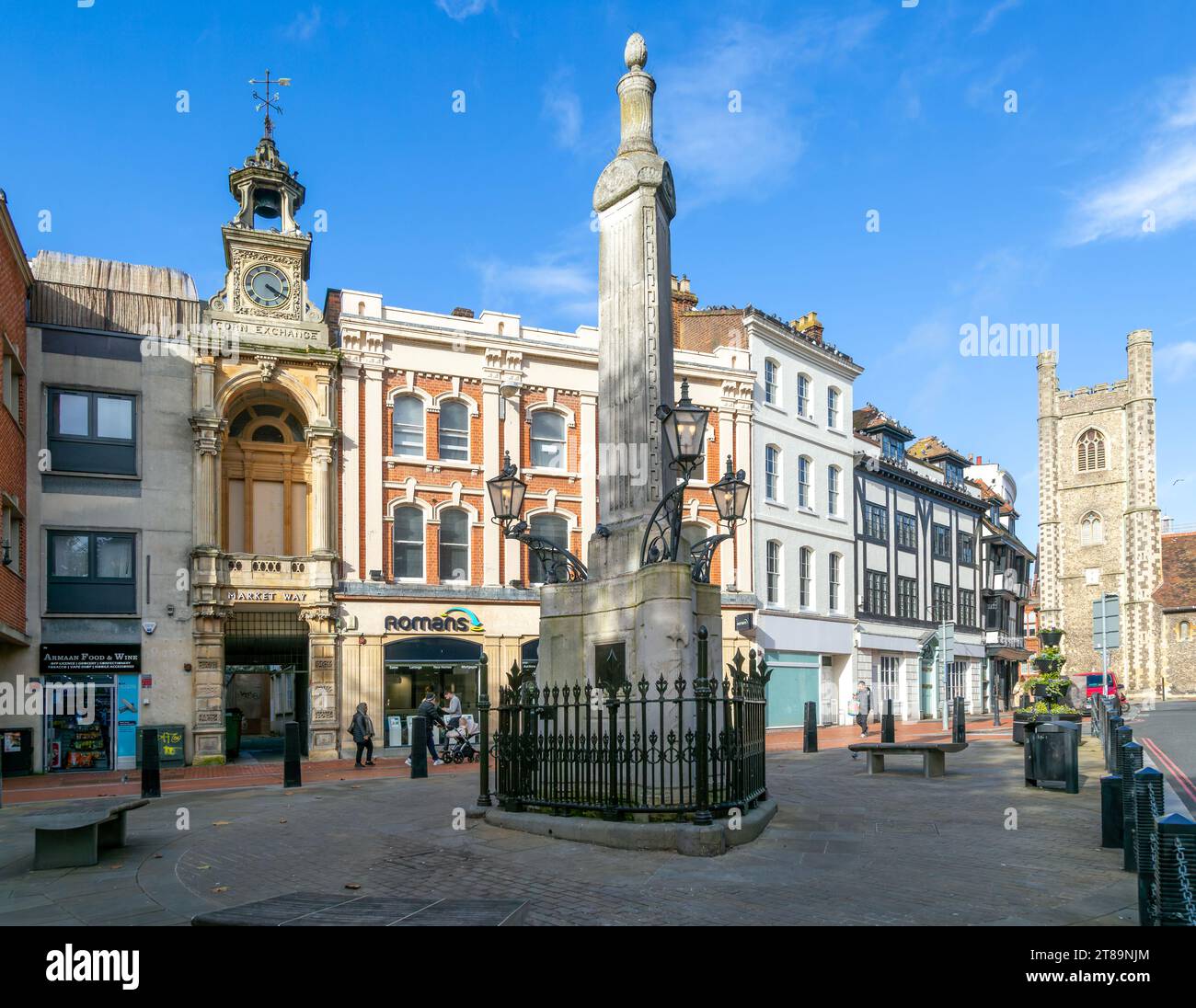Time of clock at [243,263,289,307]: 4:19
